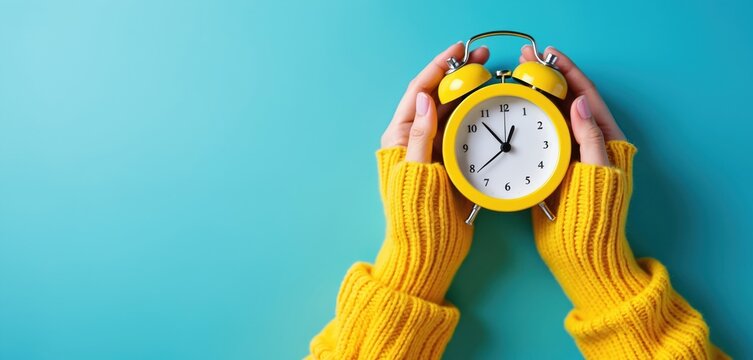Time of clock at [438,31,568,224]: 12:52
